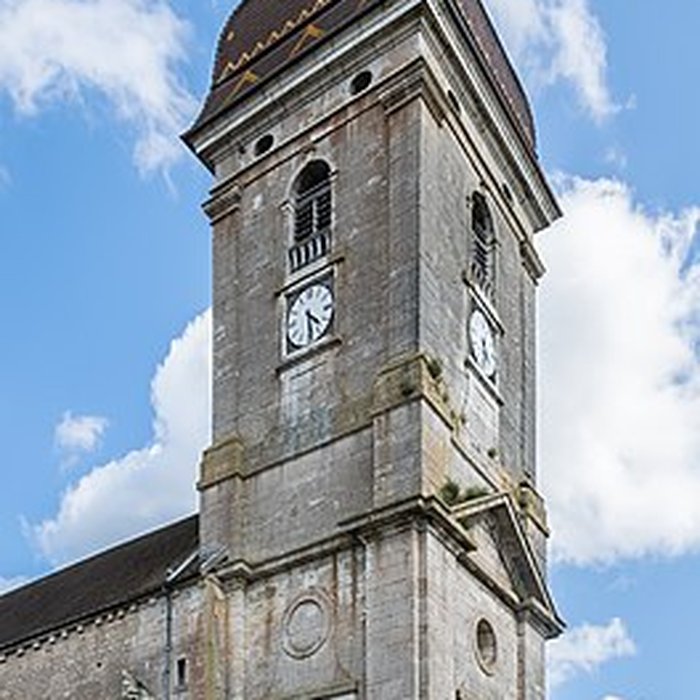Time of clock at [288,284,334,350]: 4:29
